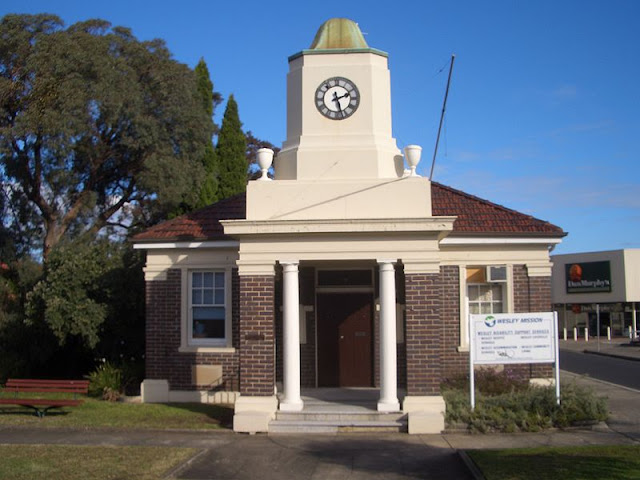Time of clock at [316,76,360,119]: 2:27
